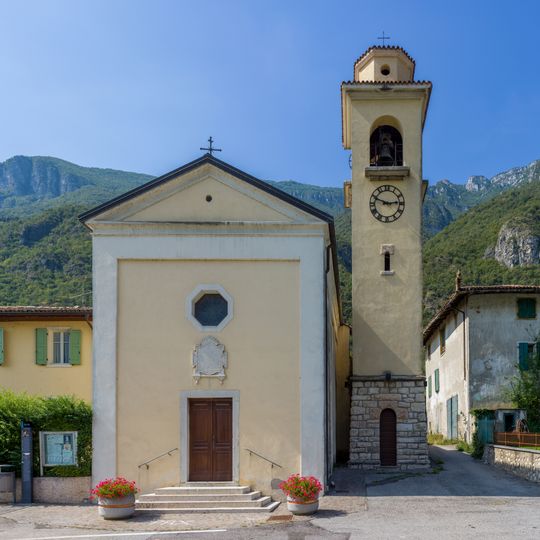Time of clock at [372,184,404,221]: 2:48
